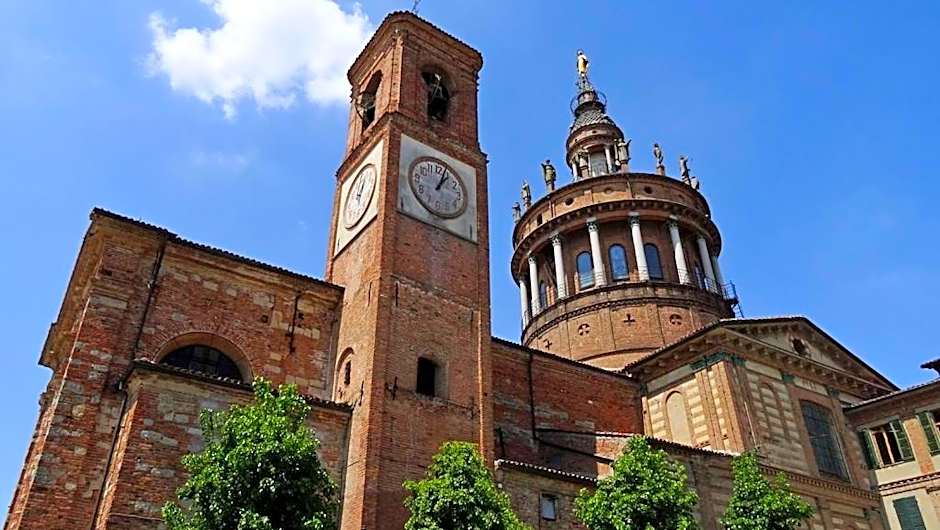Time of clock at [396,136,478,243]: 1:03
